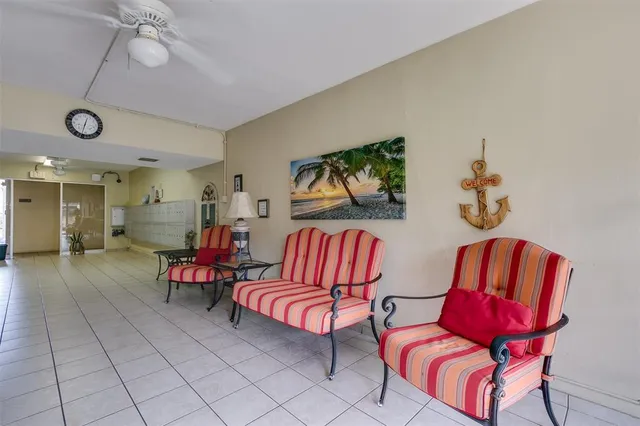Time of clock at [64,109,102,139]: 12:32
